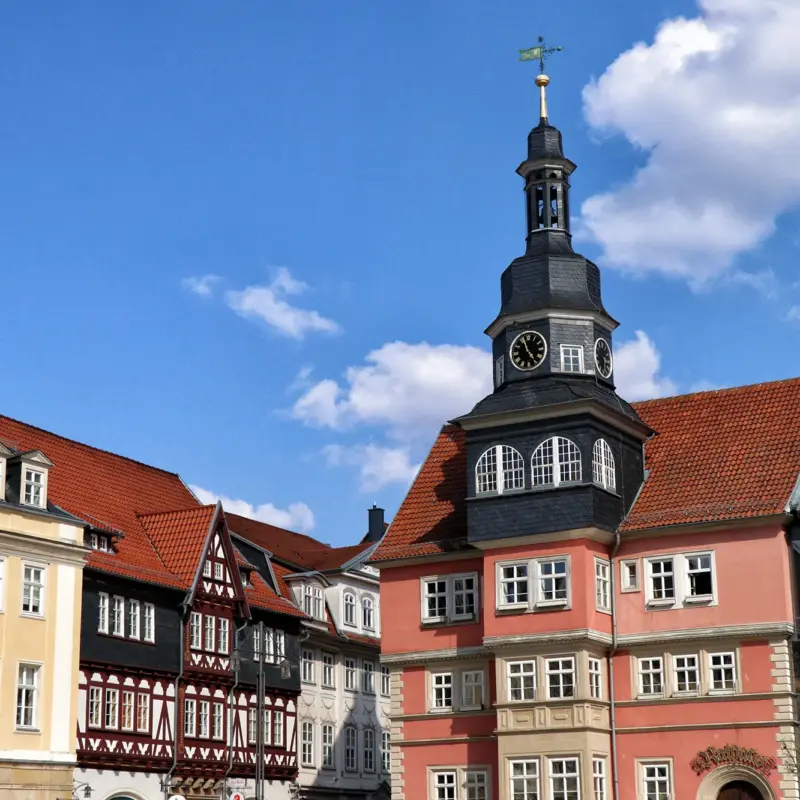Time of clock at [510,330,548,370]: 4:56
